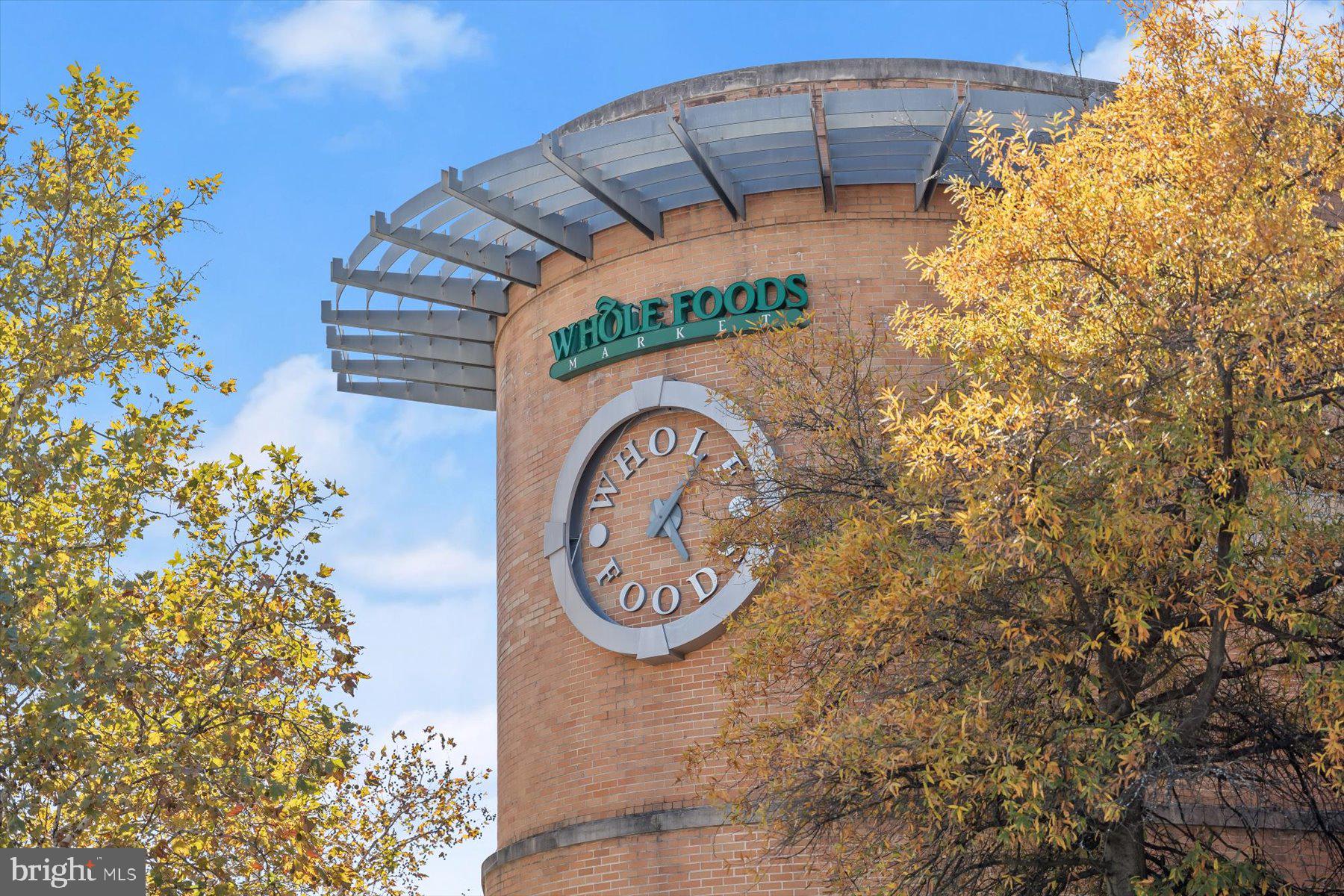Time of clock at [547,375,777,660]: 5:05
